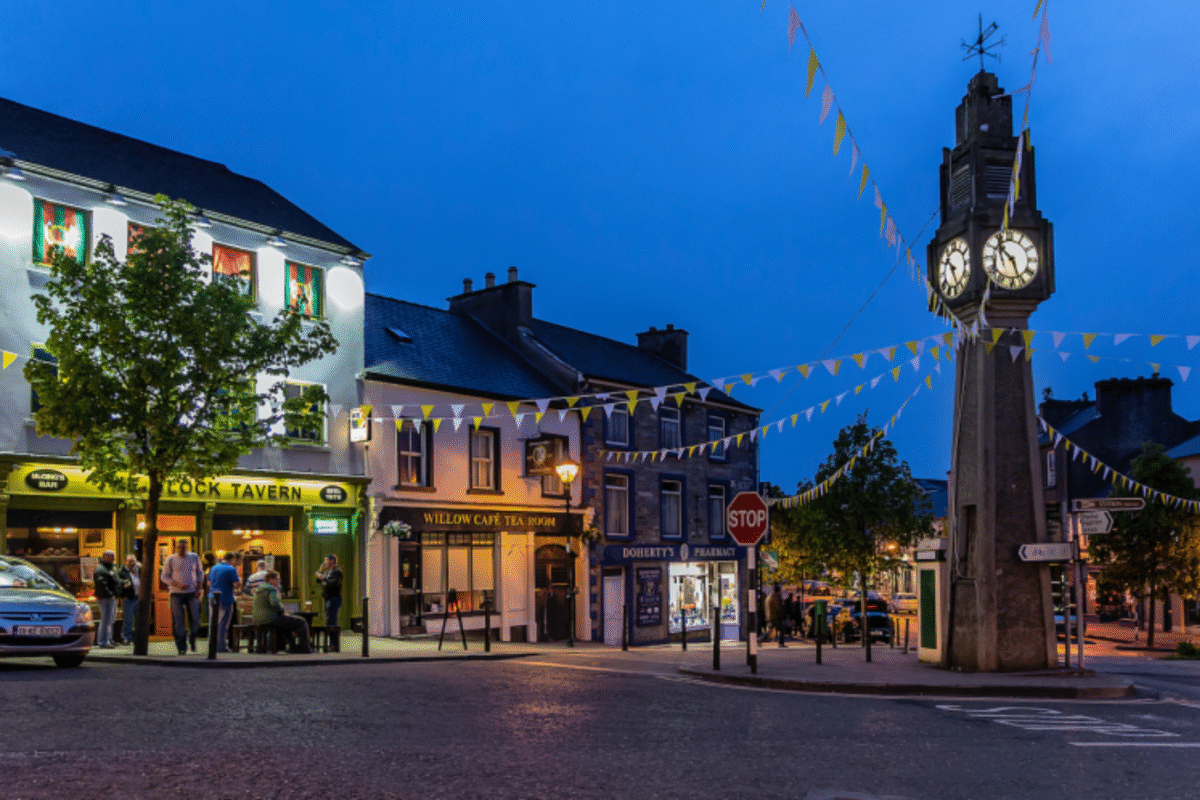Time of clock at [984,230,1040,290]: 10:26
